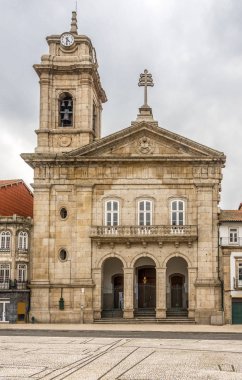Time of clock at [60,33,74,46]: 4:31
